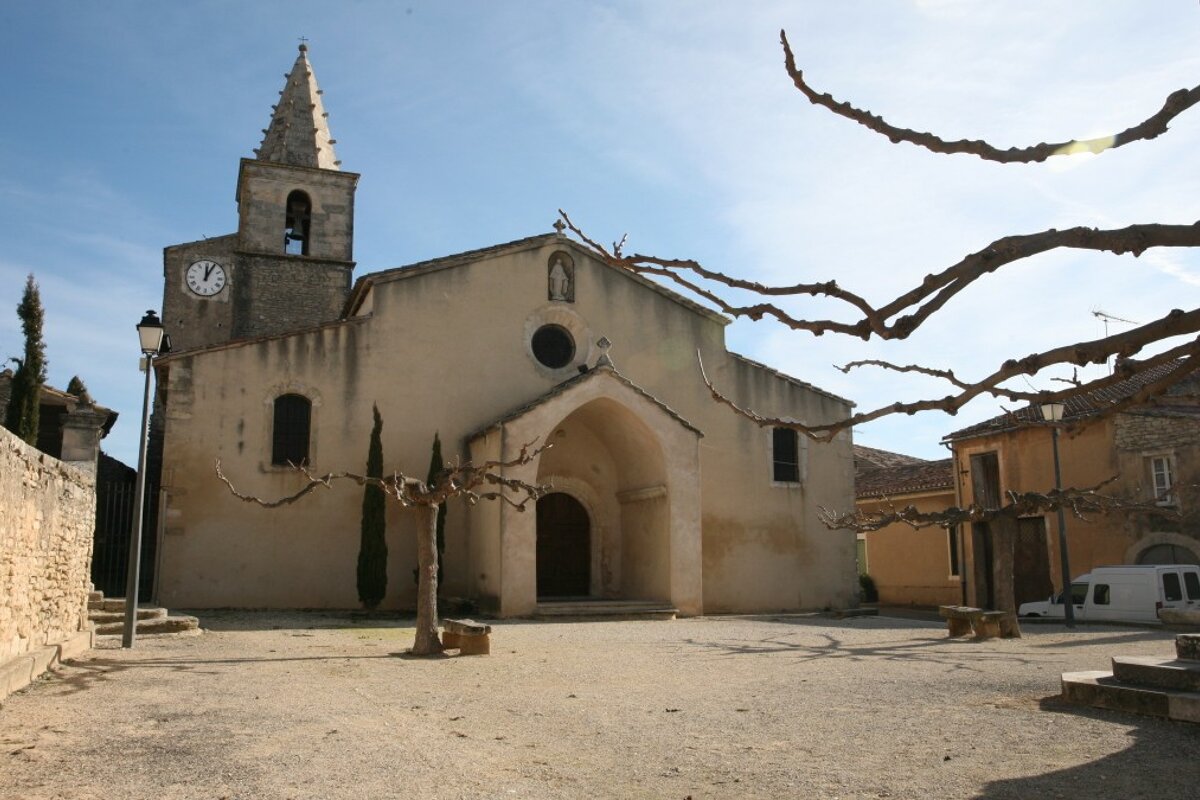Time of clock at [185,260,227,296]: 12:04
